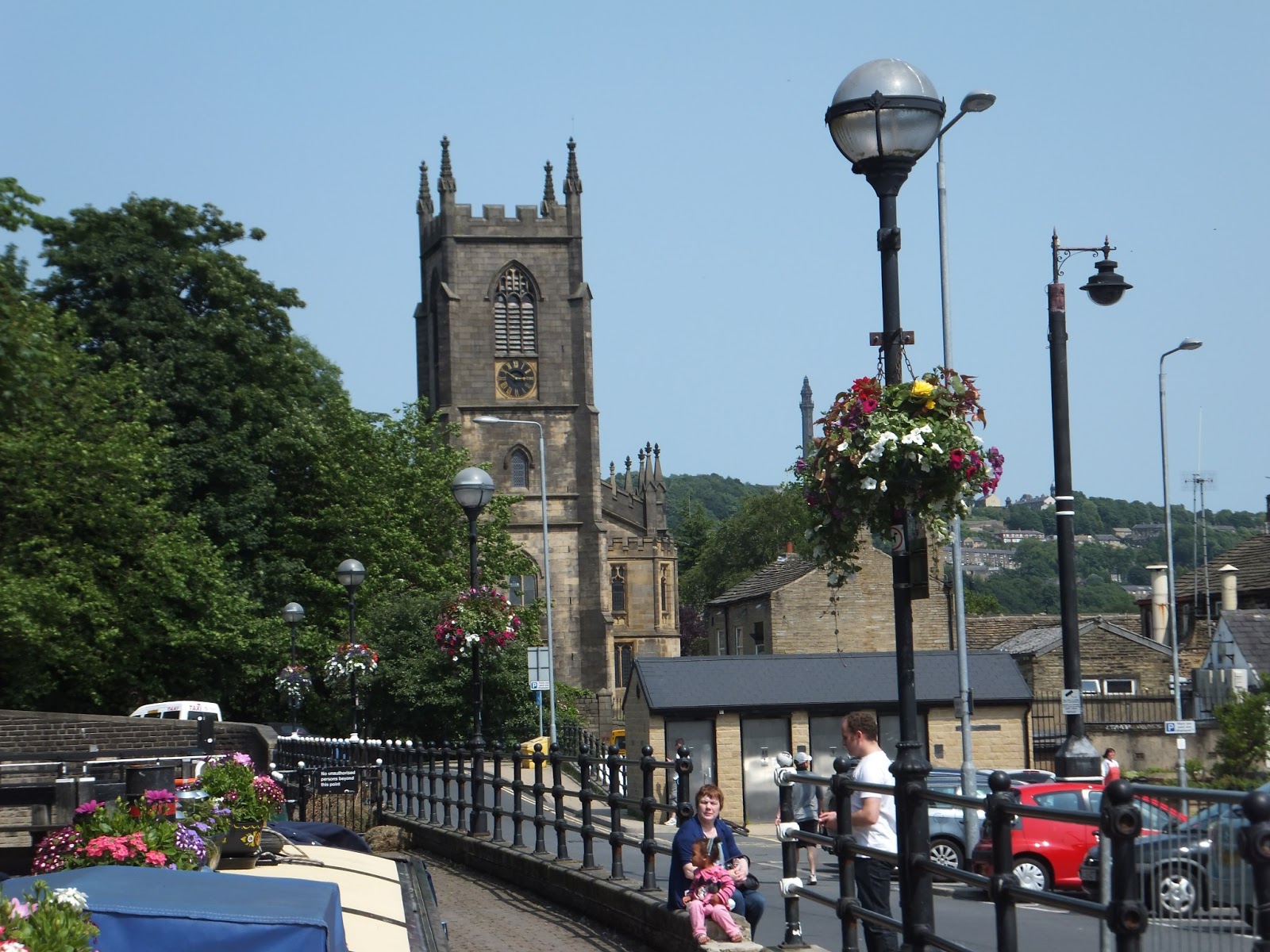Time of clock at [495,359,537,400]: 2:50
